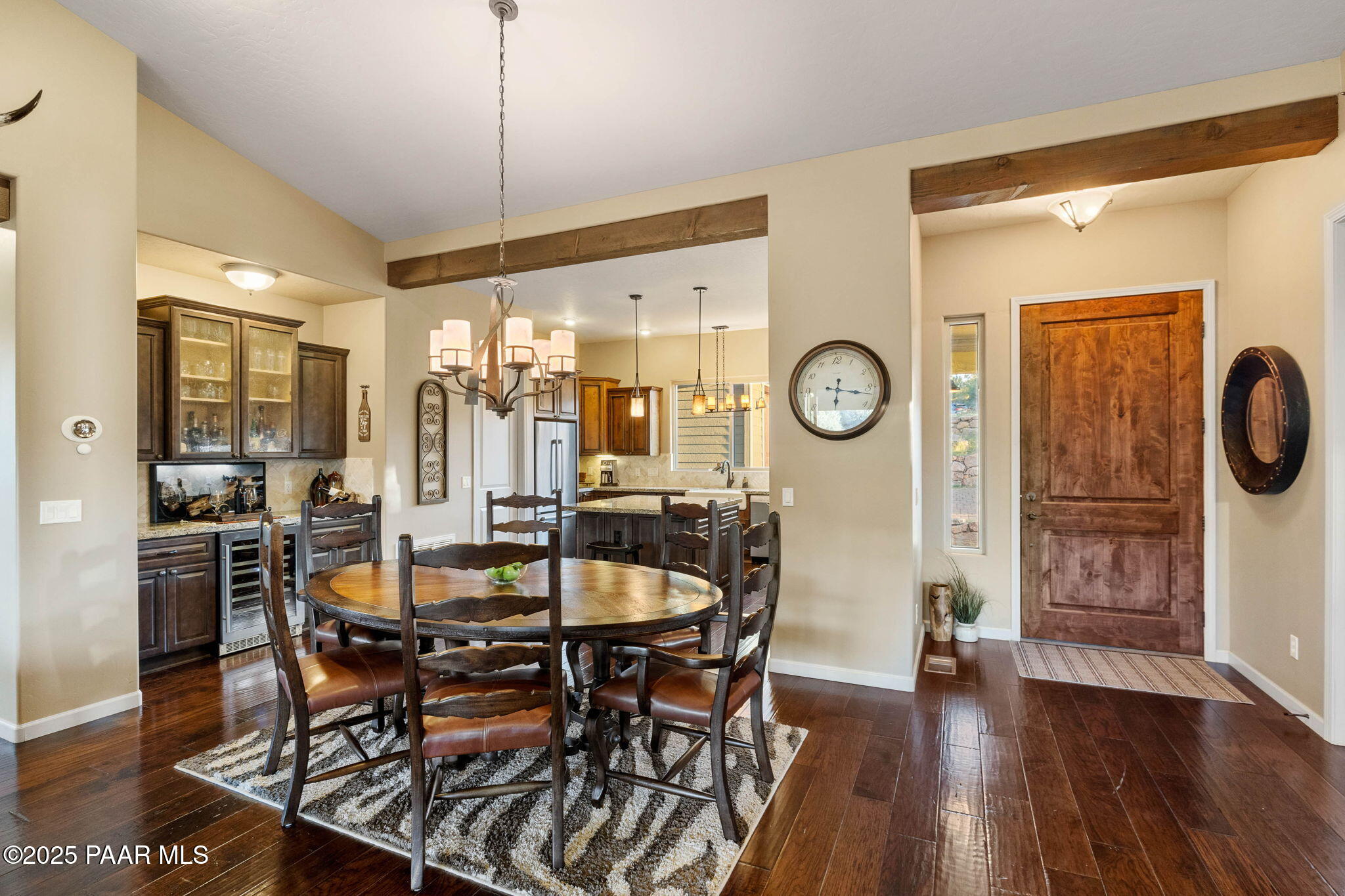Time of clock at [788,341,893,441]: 6:16
